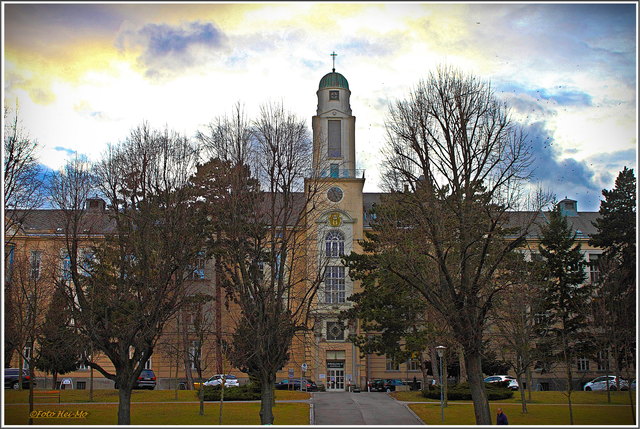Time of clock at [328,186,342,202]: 4:56
